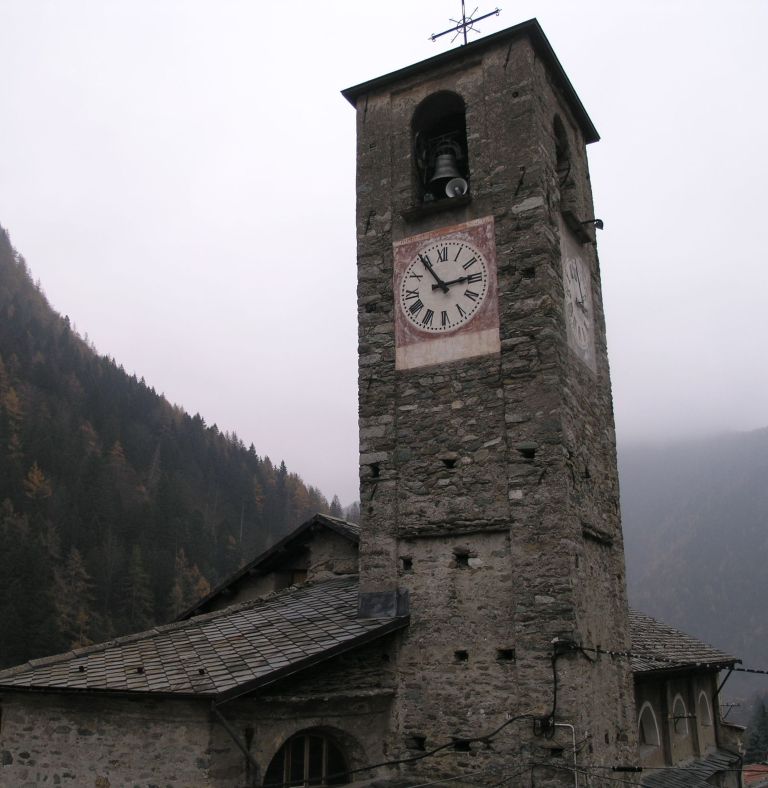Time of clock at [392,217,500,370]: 2:54
